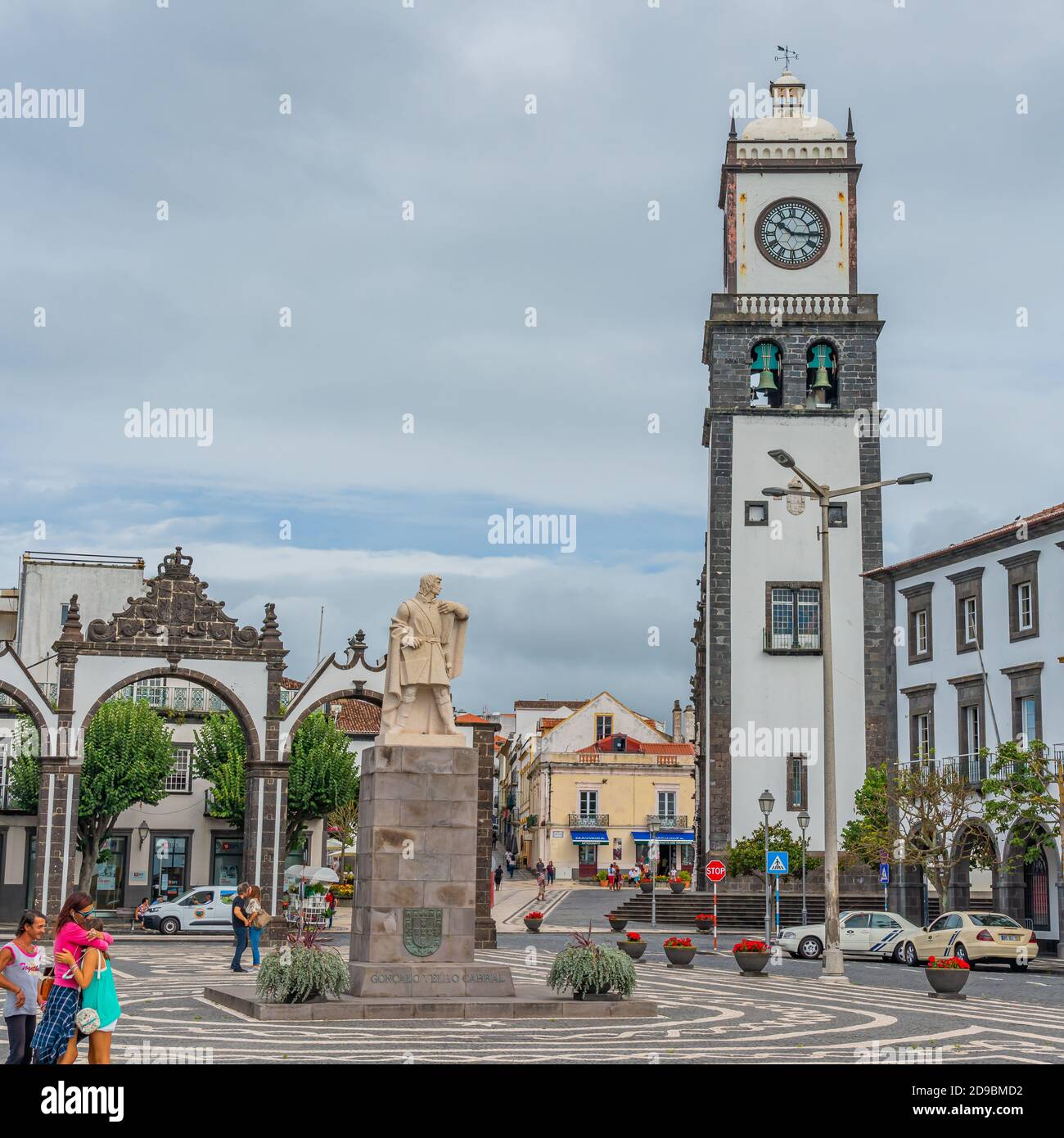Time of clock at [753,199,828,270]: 10:15
